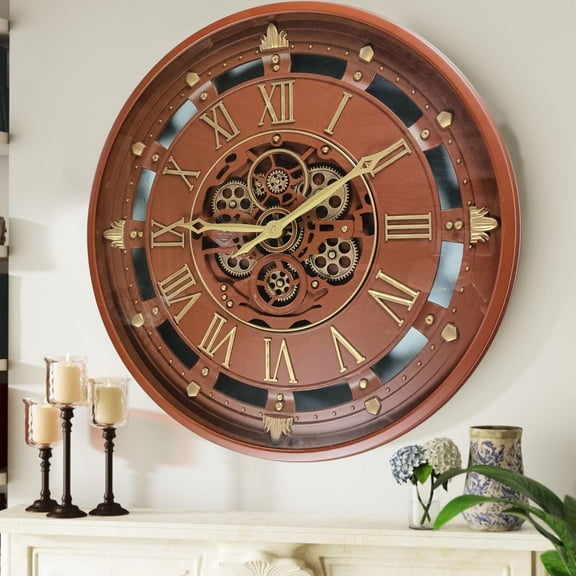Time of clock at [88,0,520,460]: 9:09
